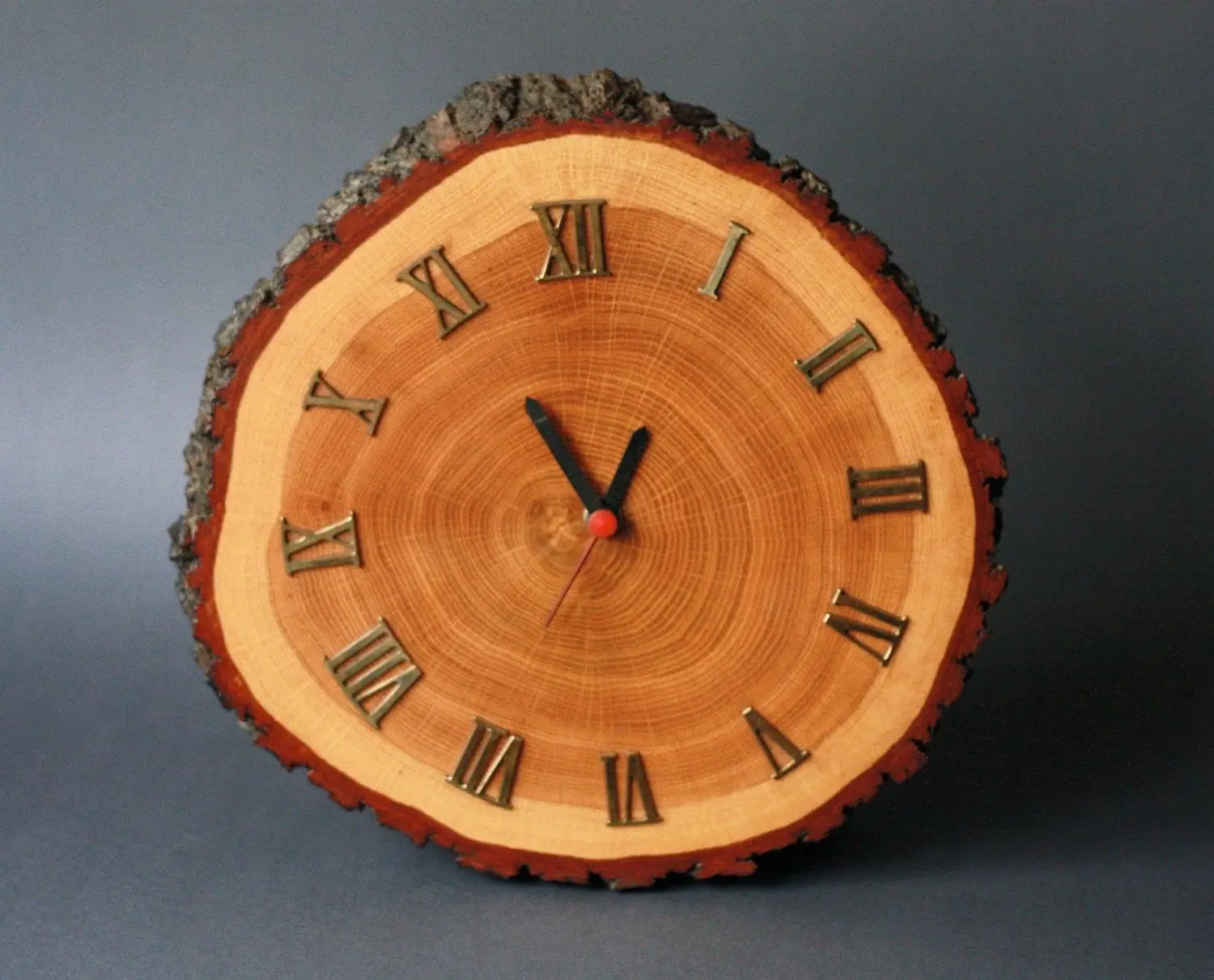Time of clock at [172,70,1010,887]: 12:55
